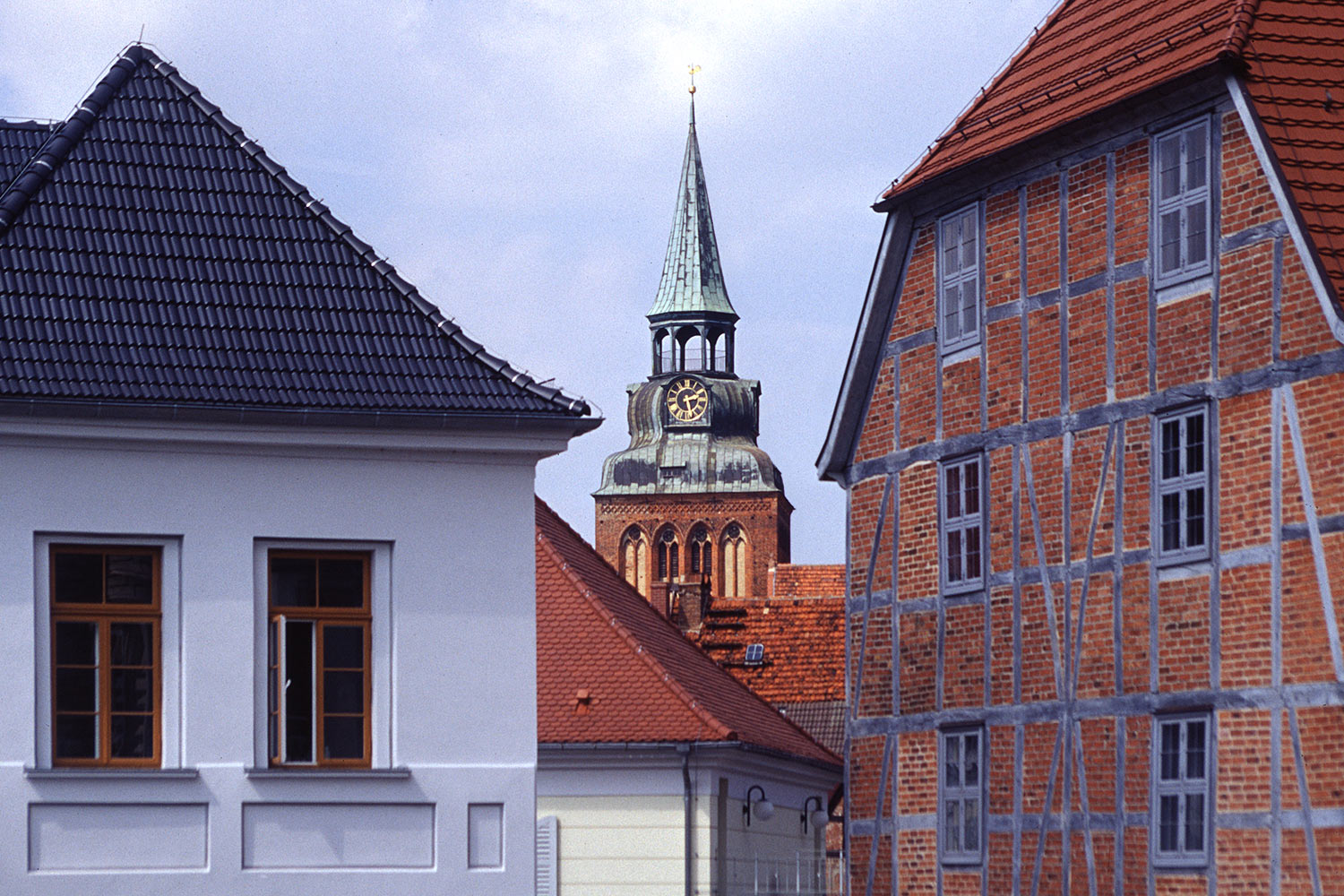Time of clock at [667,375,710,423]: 2:27
